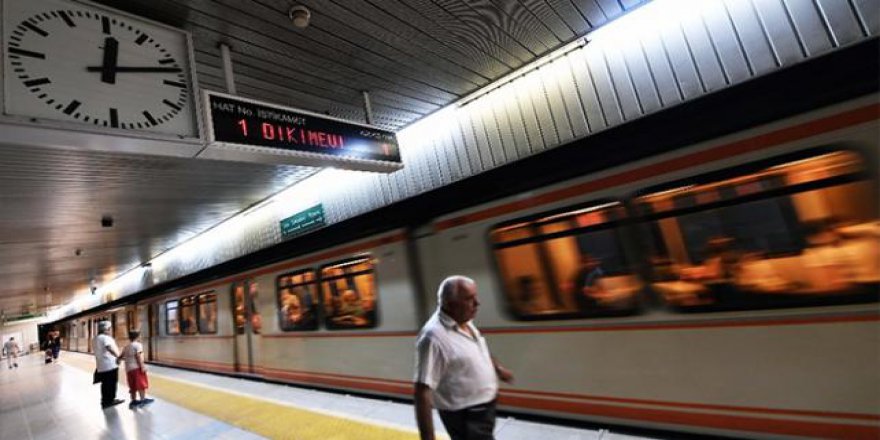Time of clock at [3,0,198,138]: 12:12
